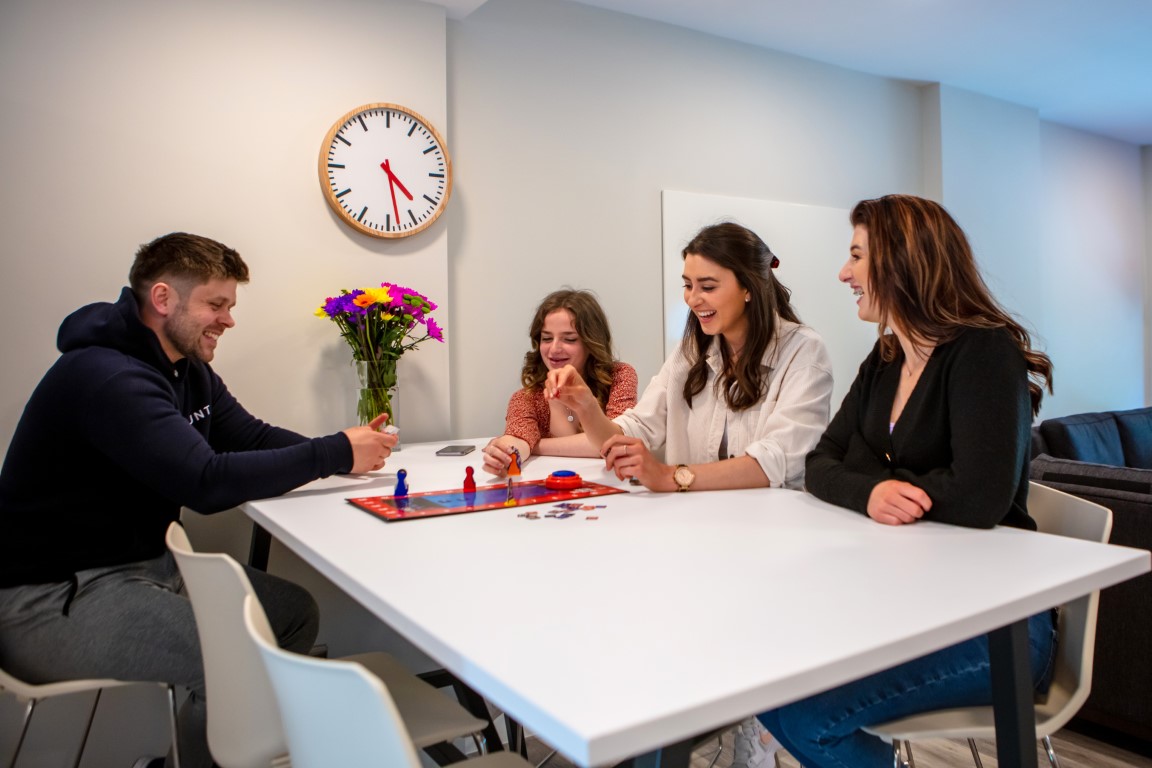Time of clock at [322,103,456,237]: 4:28
